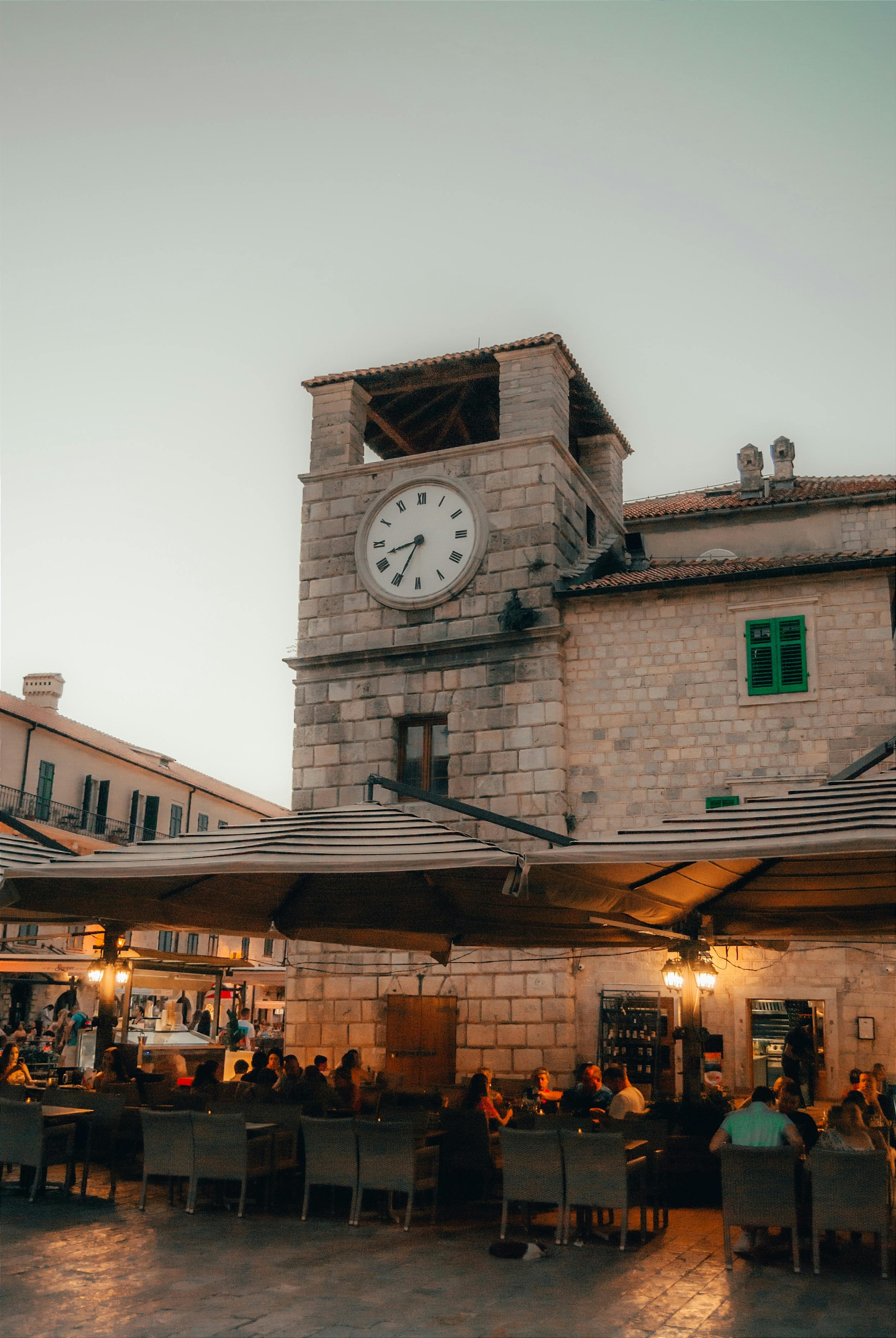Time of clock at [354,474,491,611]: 8:34
